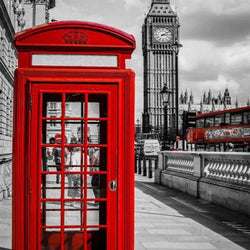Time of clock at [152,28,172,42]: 3:09
